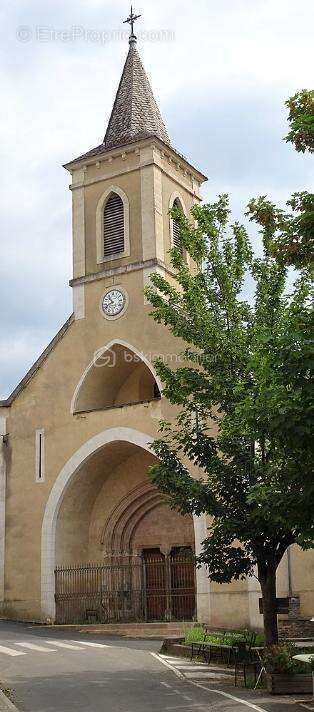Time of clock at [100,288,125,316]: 10:41
